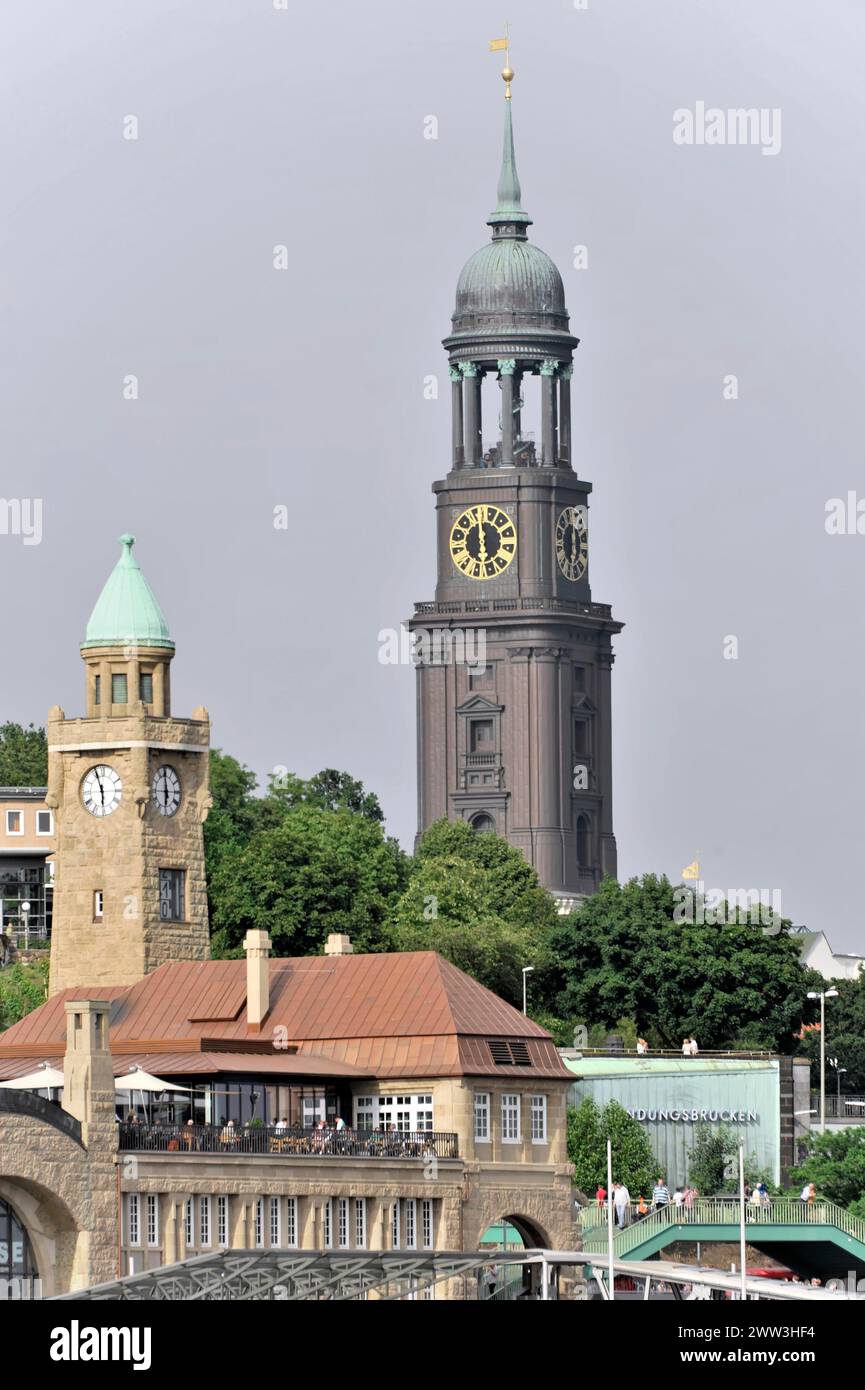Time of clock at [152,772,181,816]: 5:59
